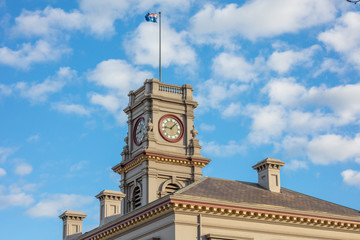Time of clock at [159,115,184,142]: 9:07
